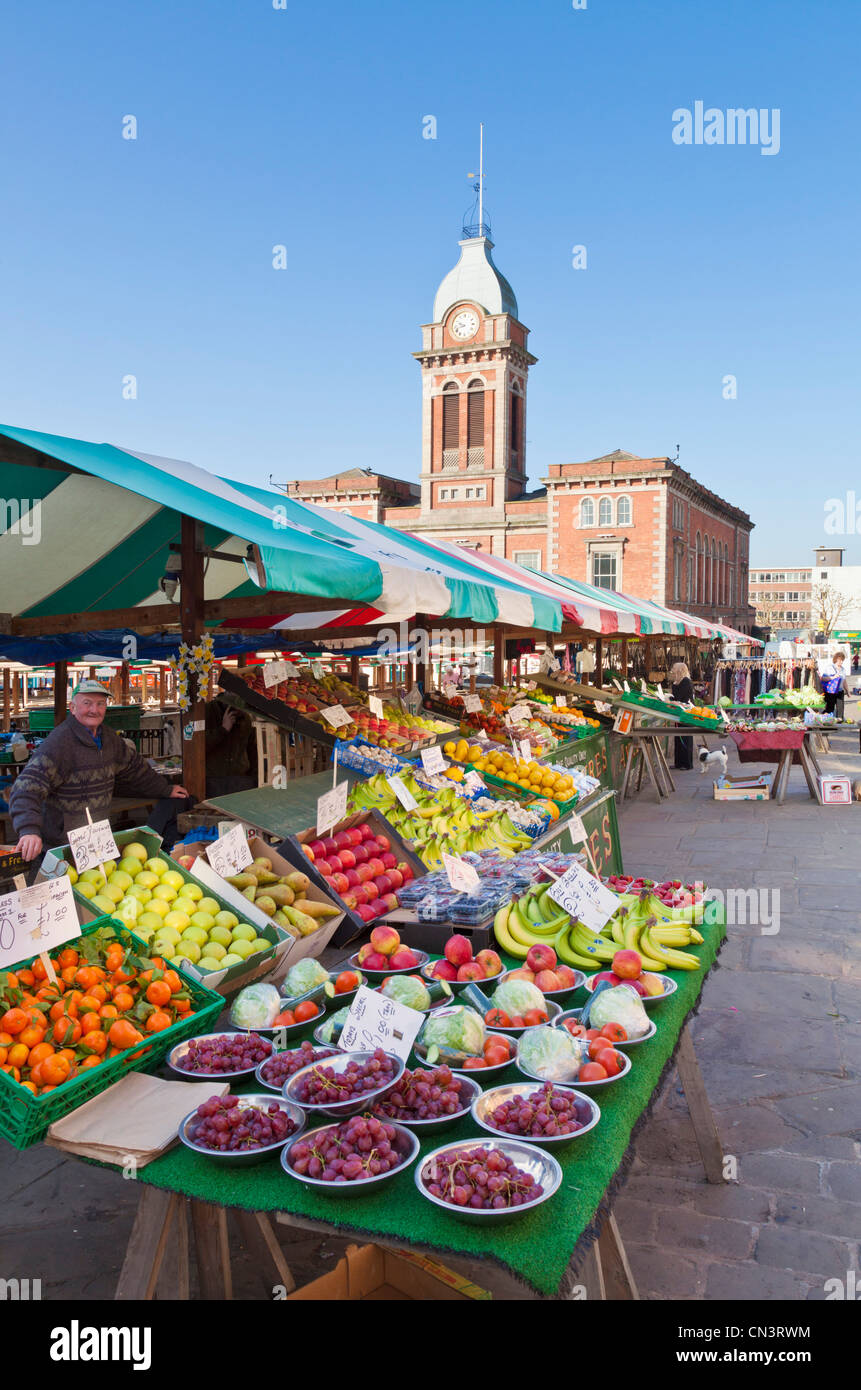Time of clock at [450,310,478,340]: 9:42
